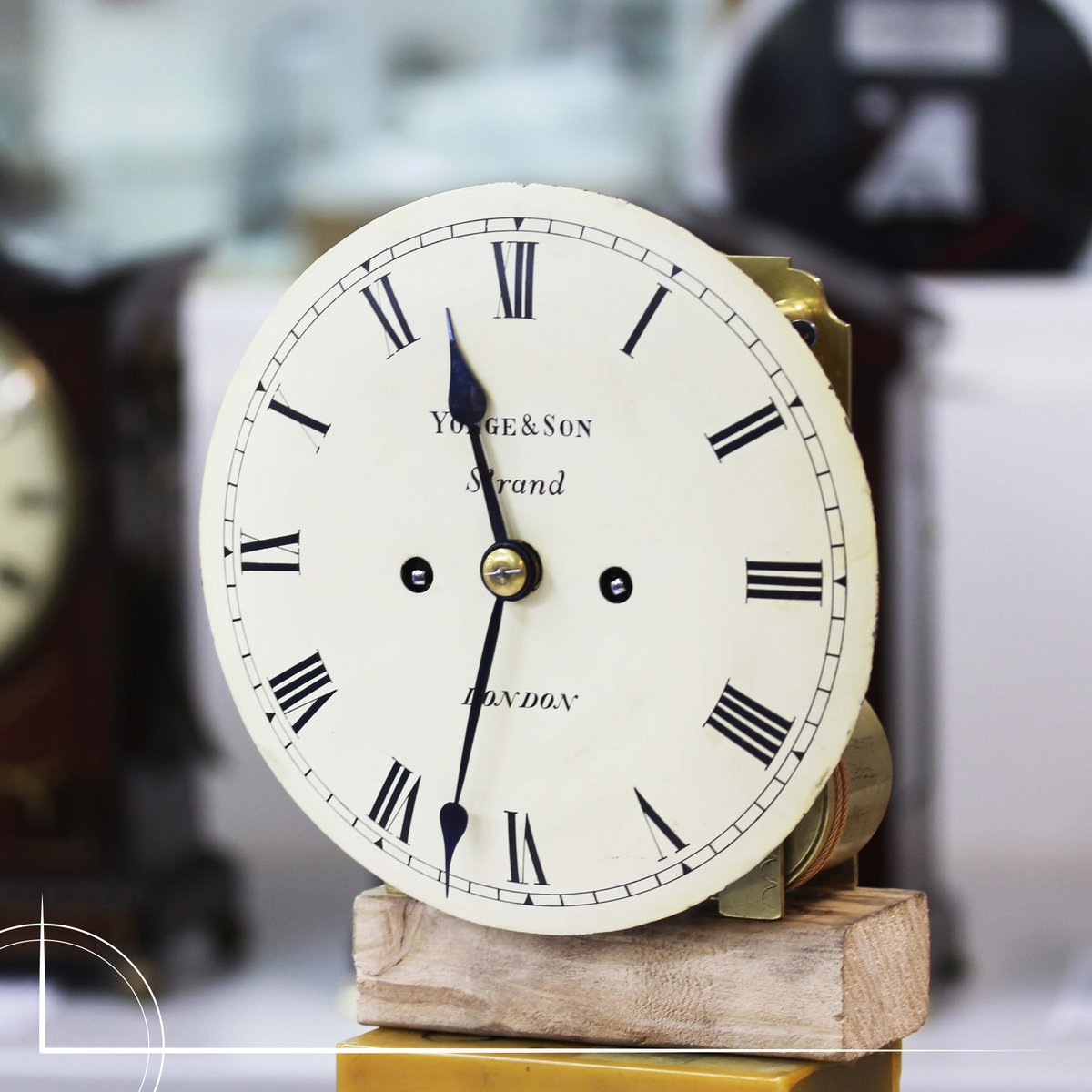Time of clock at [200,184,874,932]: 11:32
